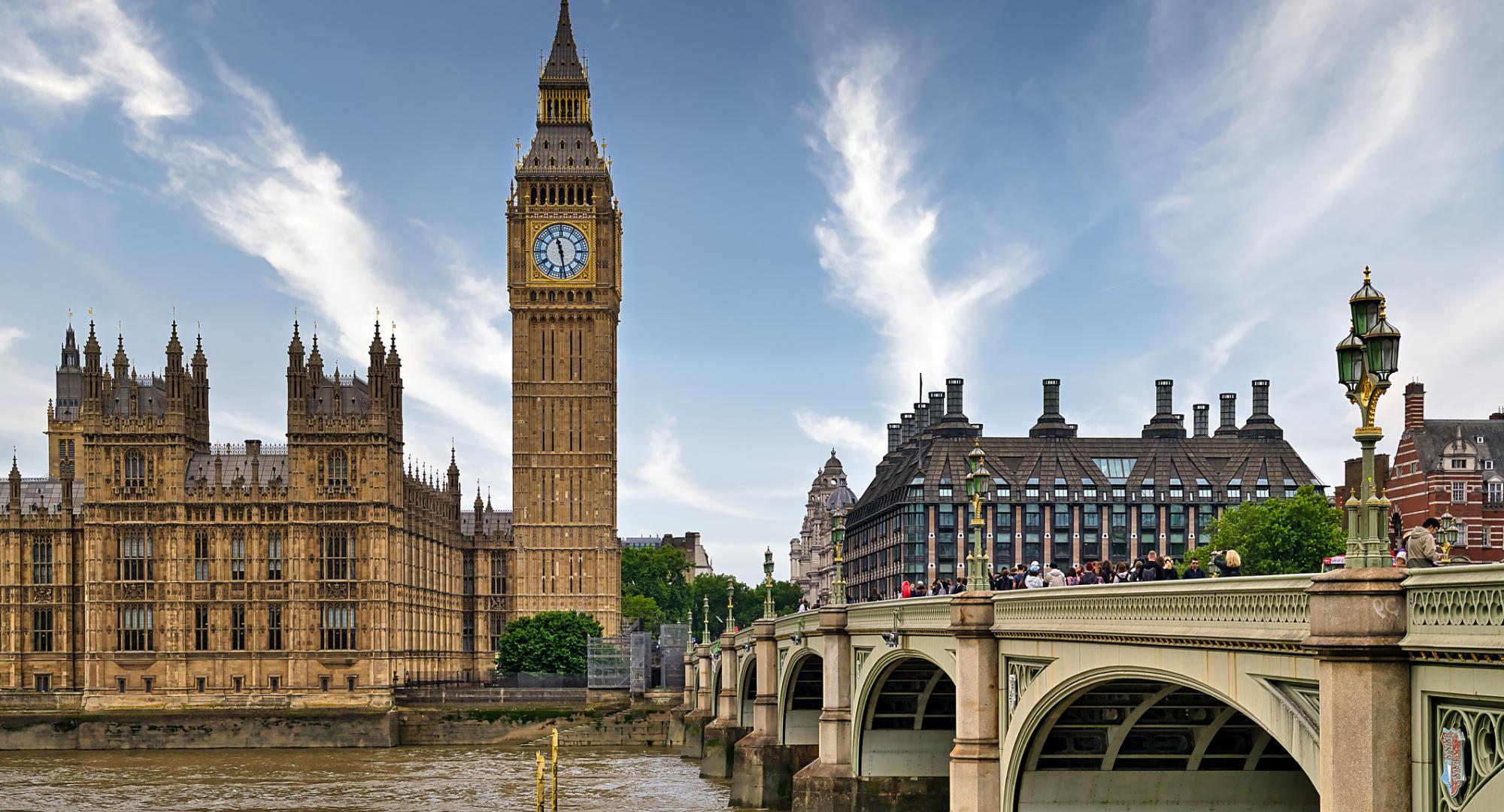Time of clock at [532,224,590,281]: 11:28
